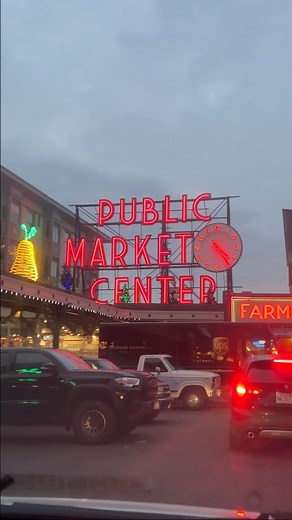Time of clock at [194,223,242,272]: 4:24
